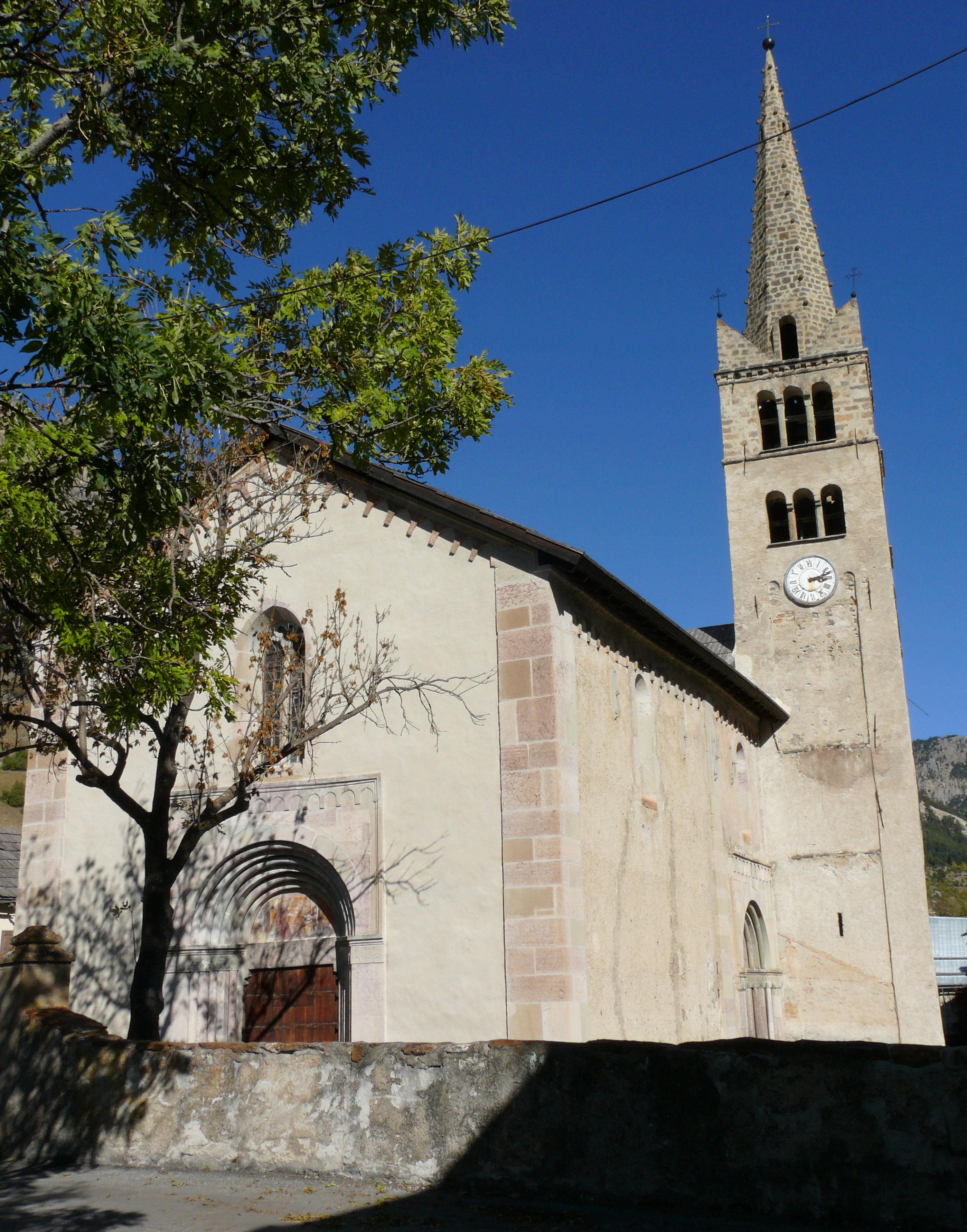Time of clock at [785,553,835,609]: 3:12
